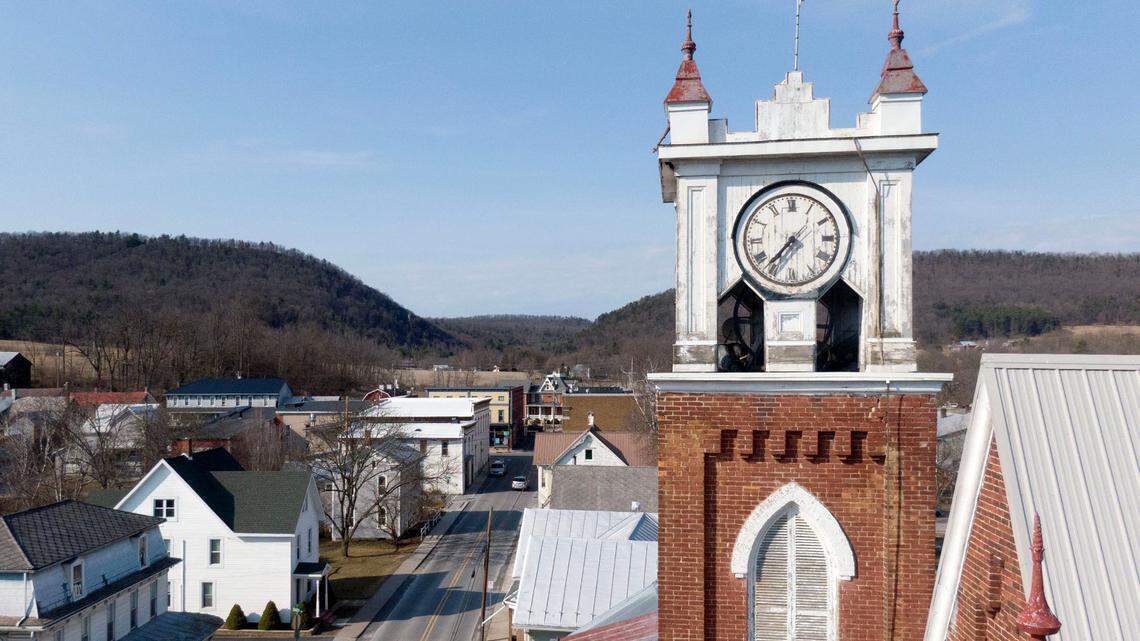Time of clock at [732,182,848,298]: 7:36
